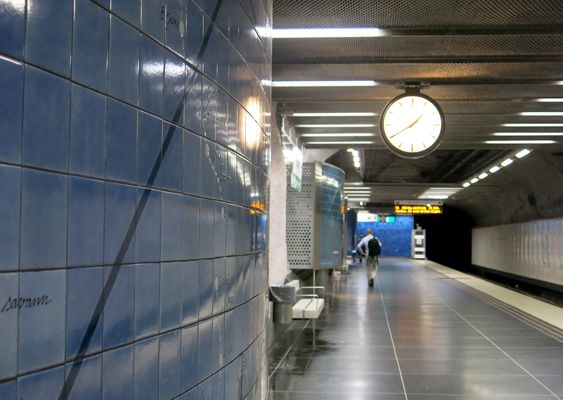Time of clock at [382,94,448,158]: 1:40
